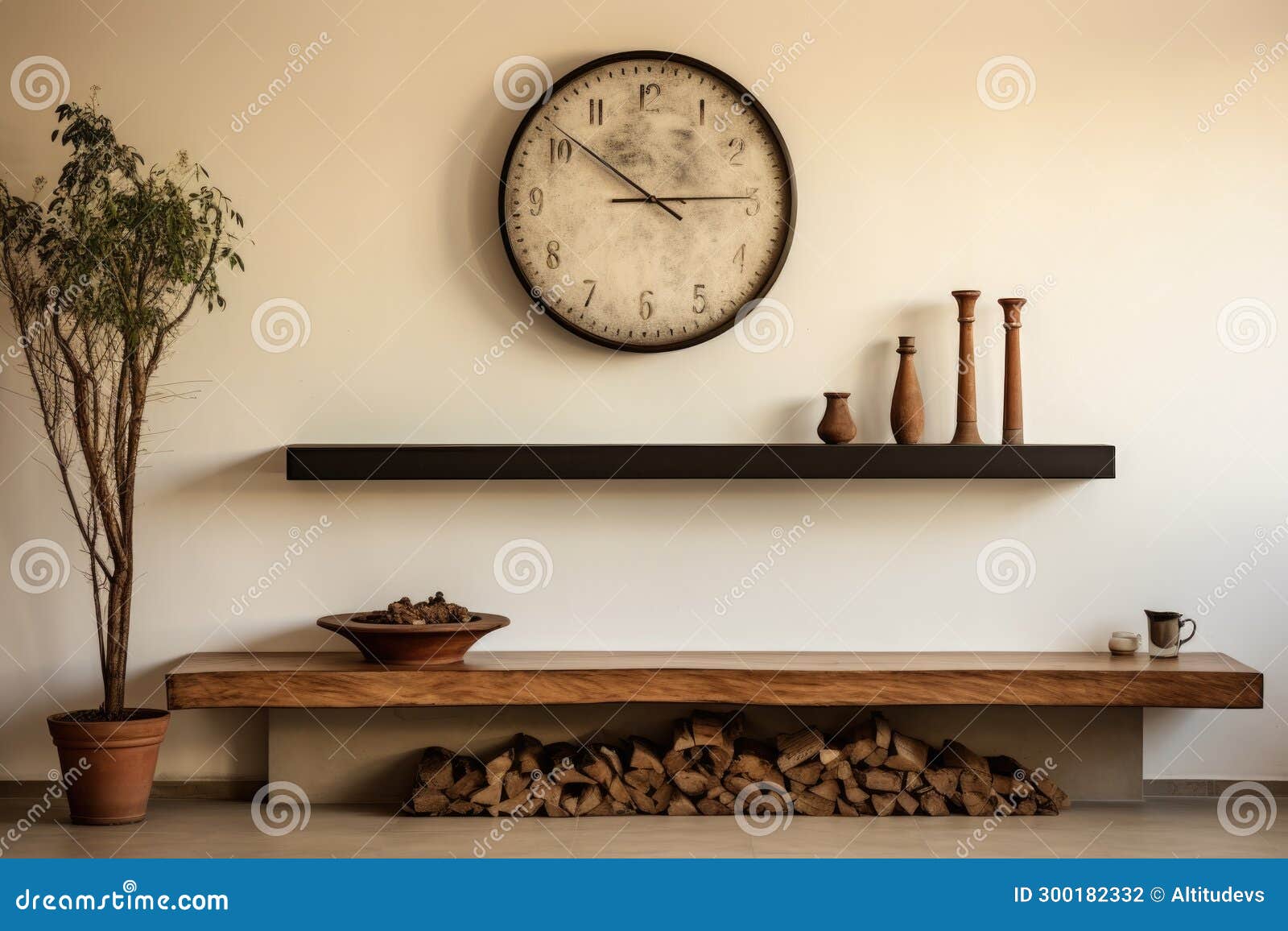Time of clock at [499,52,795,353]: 2:51
